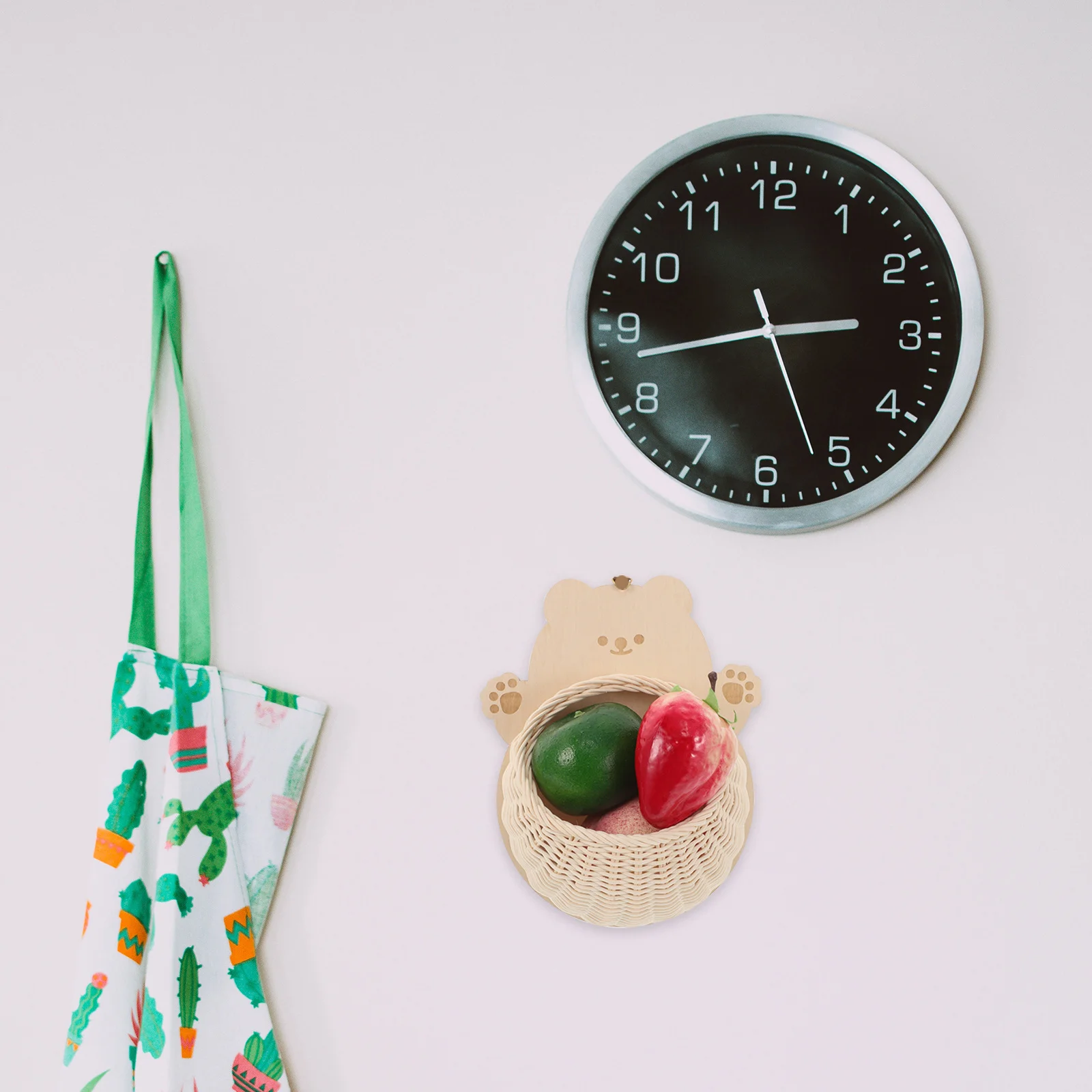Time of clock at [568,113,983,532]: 2:43
